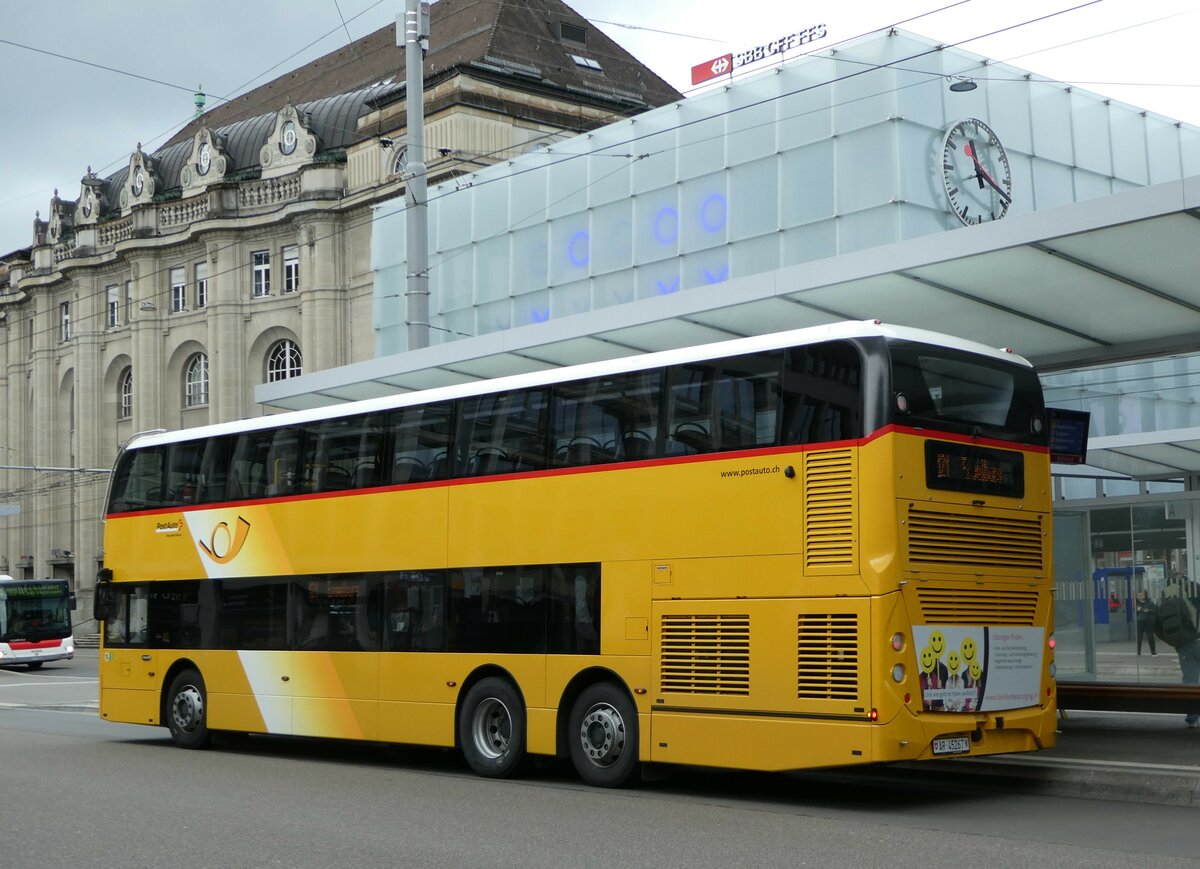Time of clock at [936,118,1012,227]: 11:18
